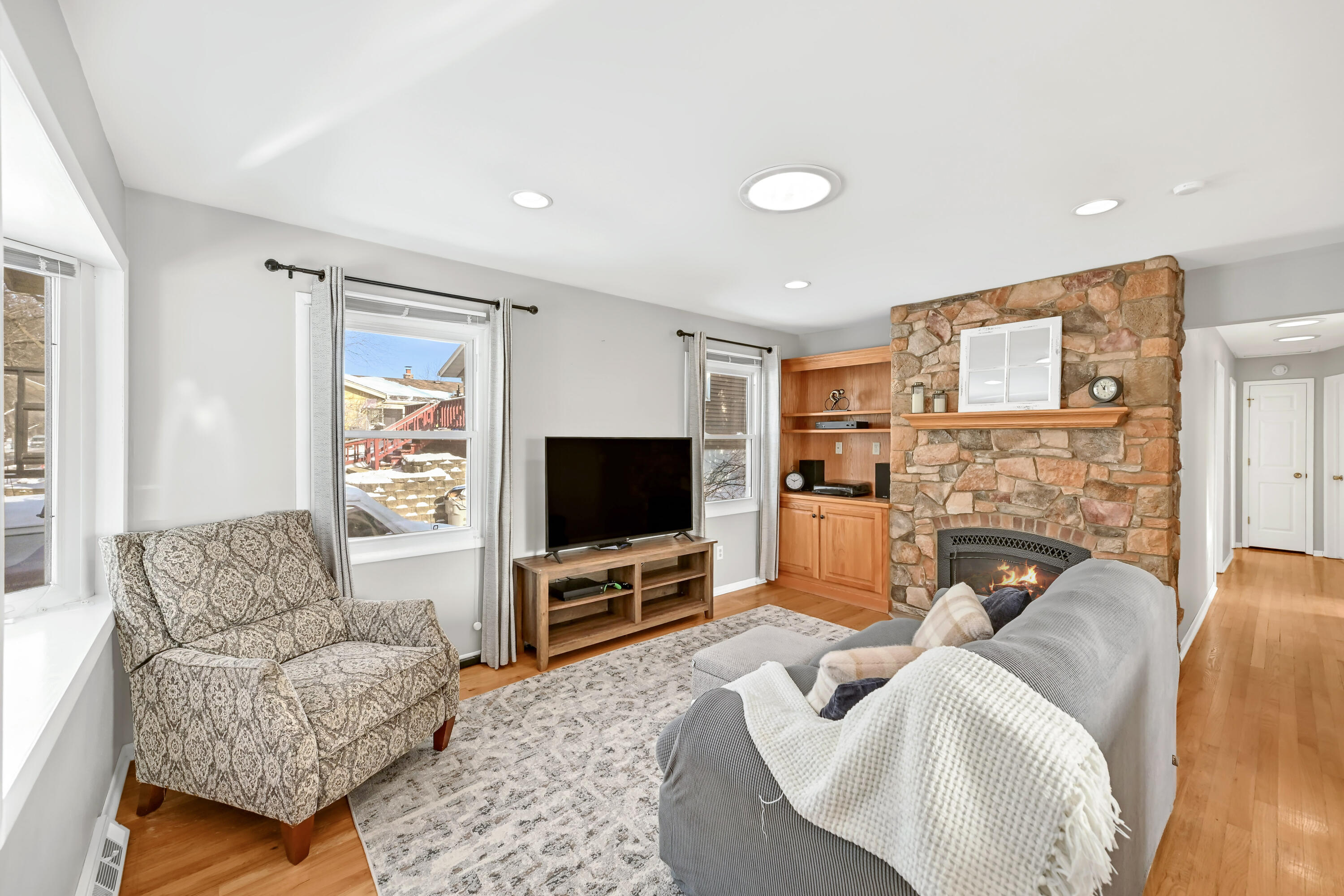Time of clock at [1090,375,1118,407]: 11:02
